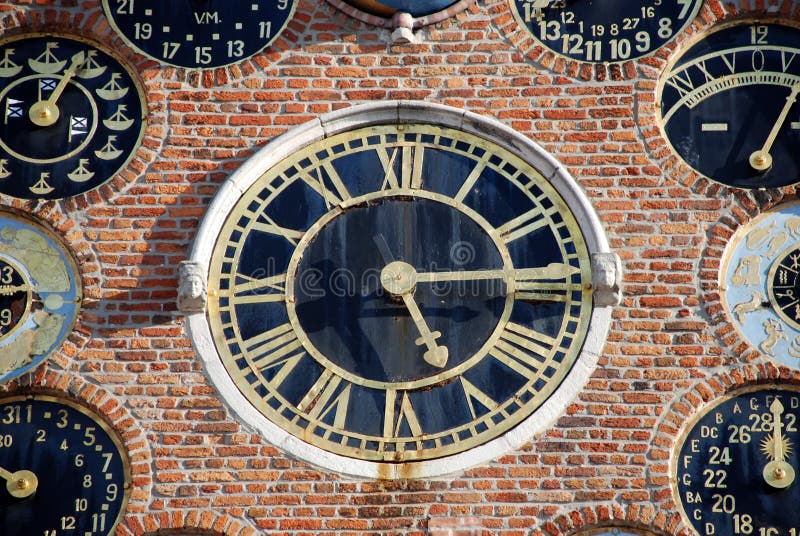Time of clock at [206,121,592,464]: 5:14
